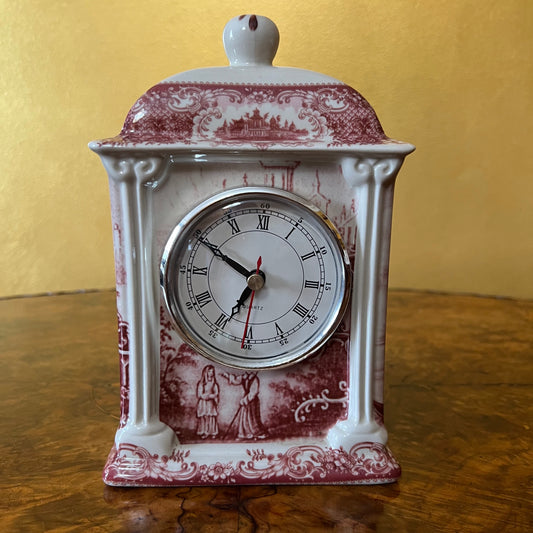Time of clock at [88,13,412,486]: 6:50
